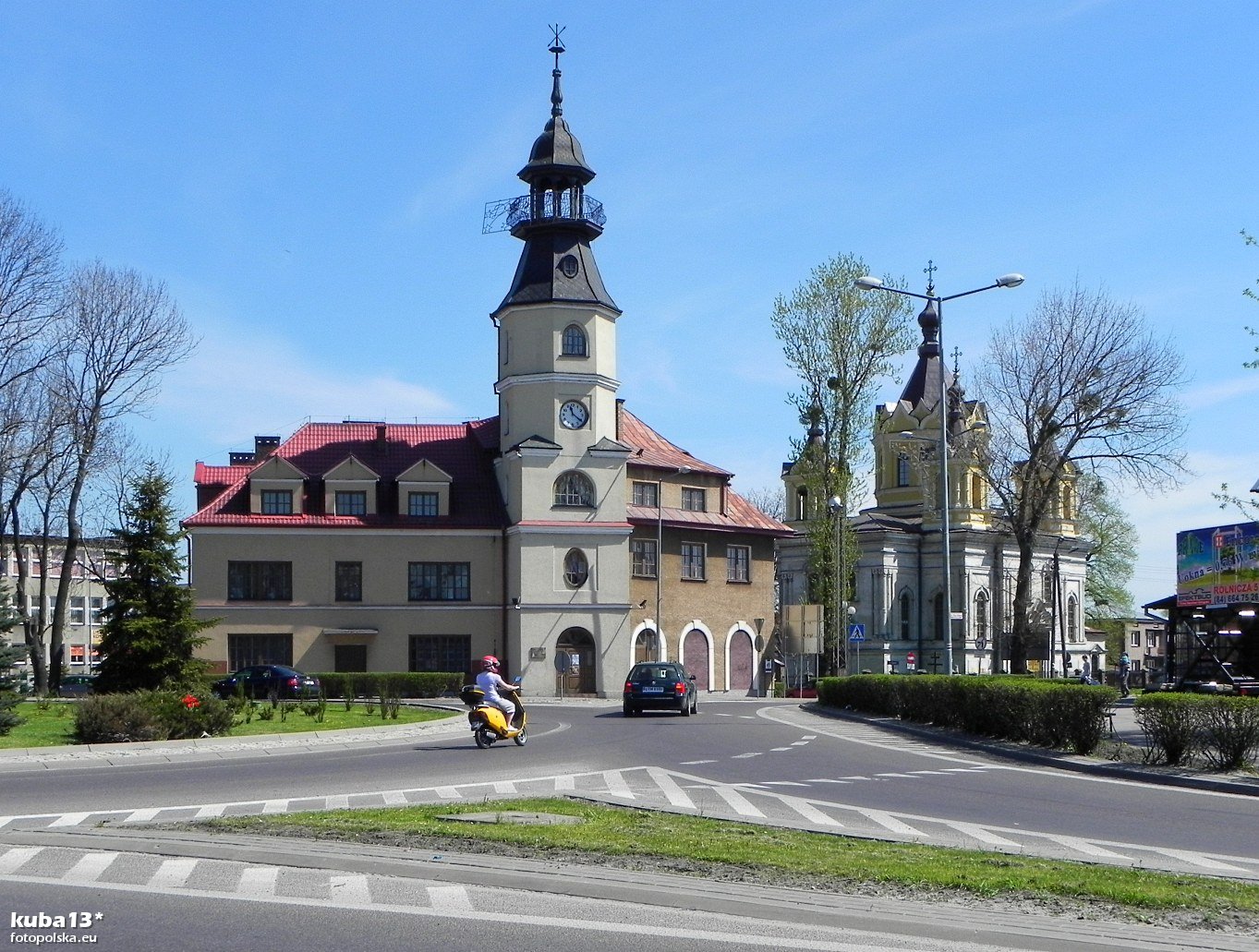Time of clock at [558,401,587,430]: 11:21
